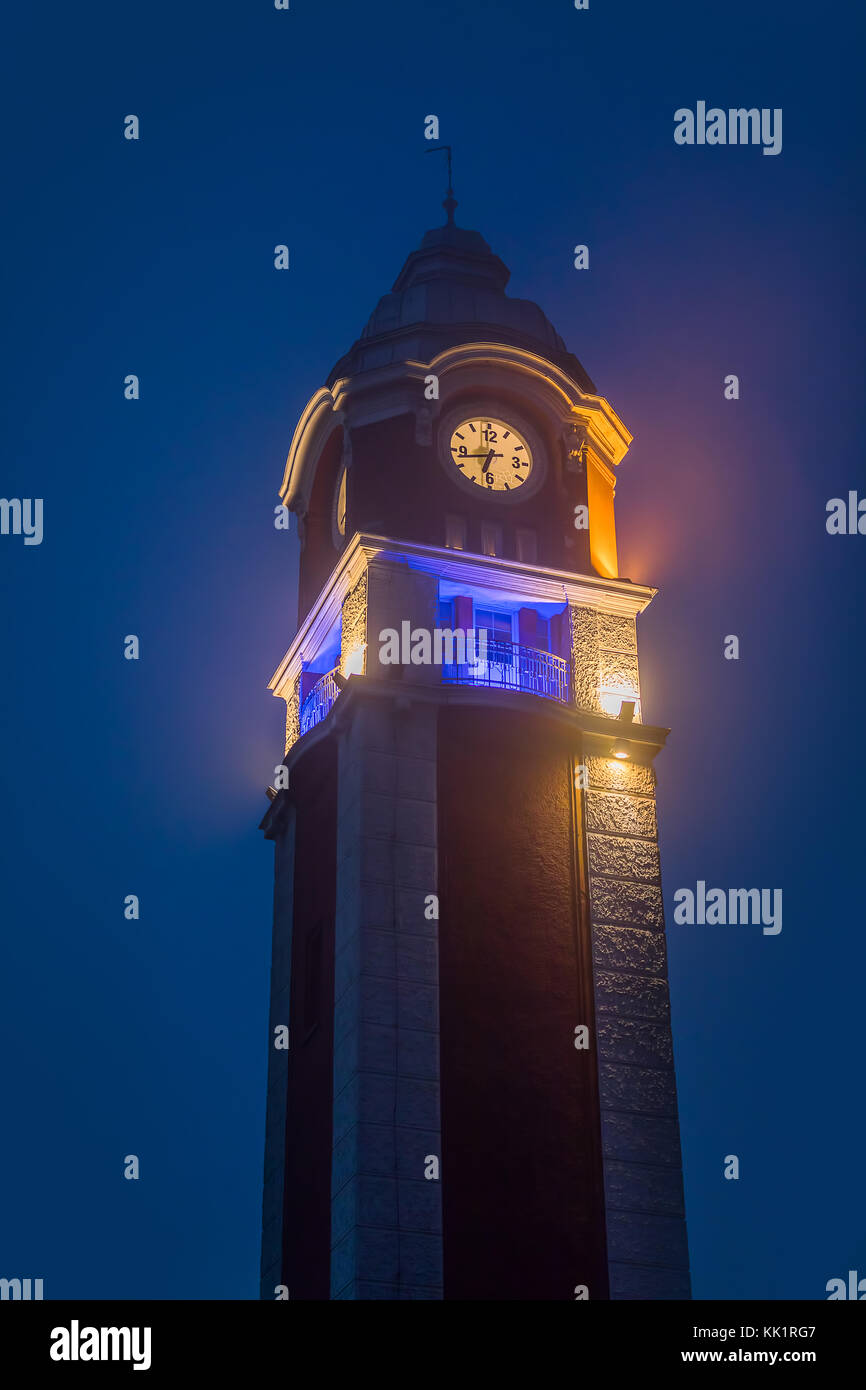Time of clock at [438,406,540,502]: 6:42
